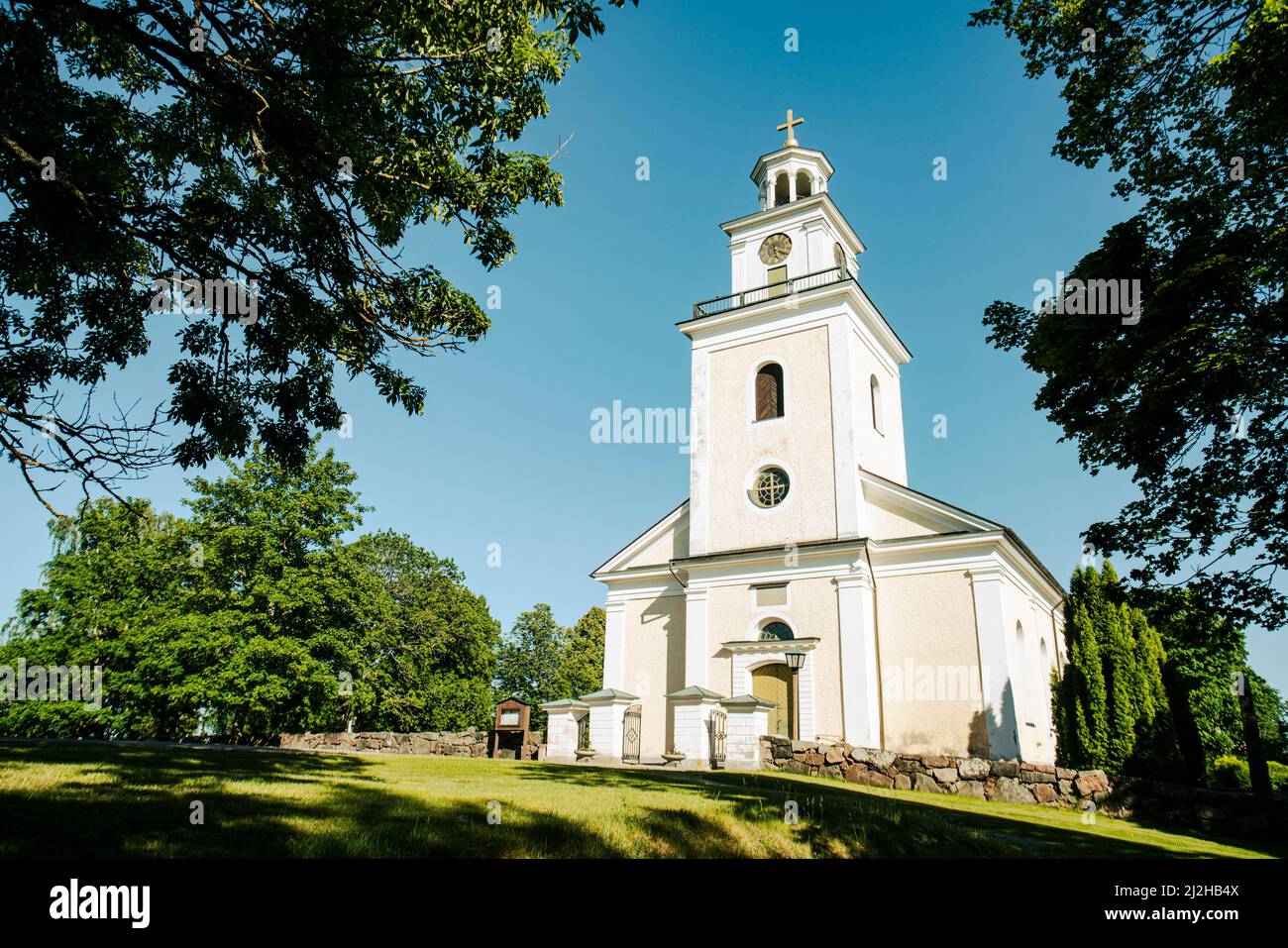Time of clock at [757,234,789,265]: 5:18
